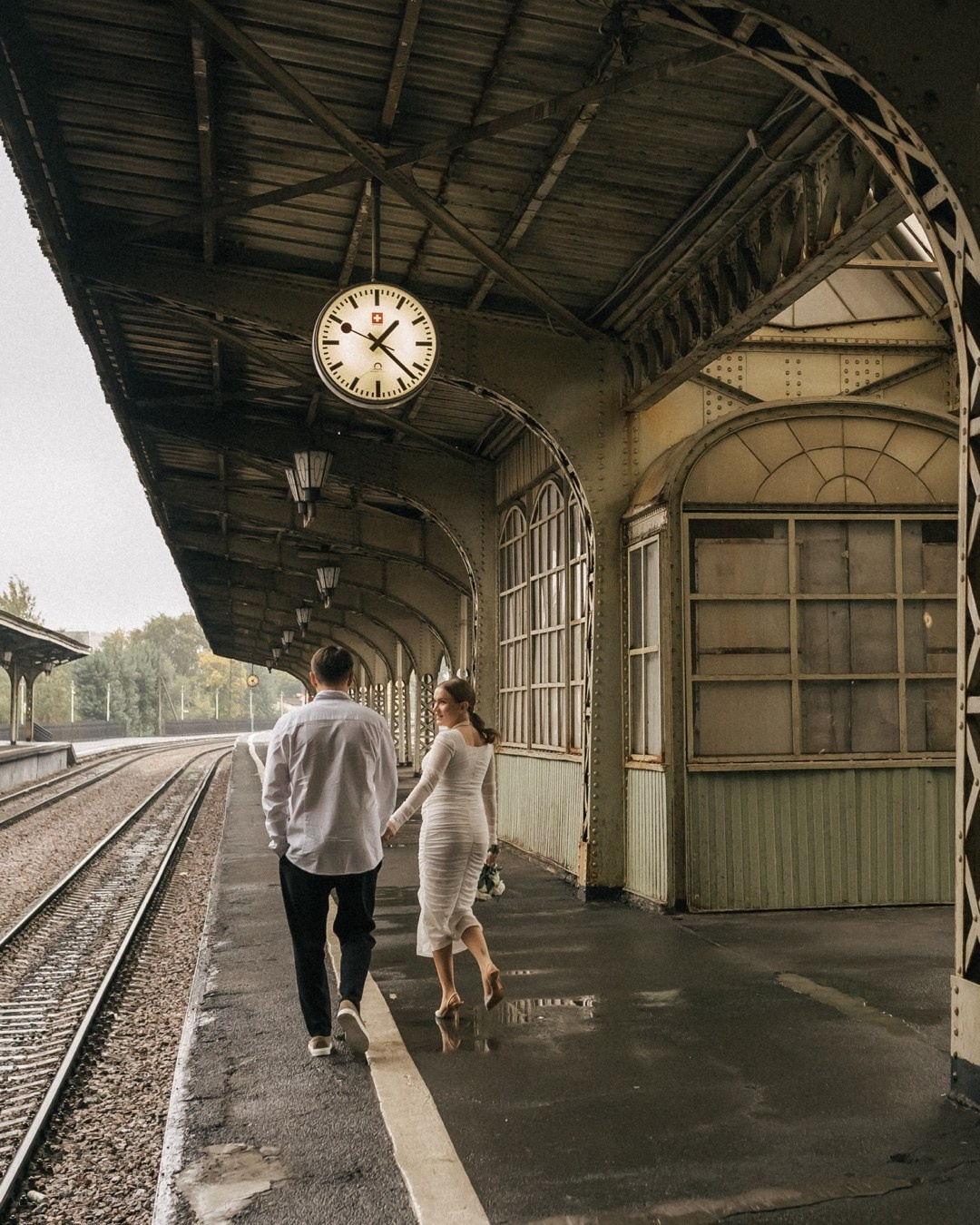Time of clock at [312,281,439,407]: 1:22
